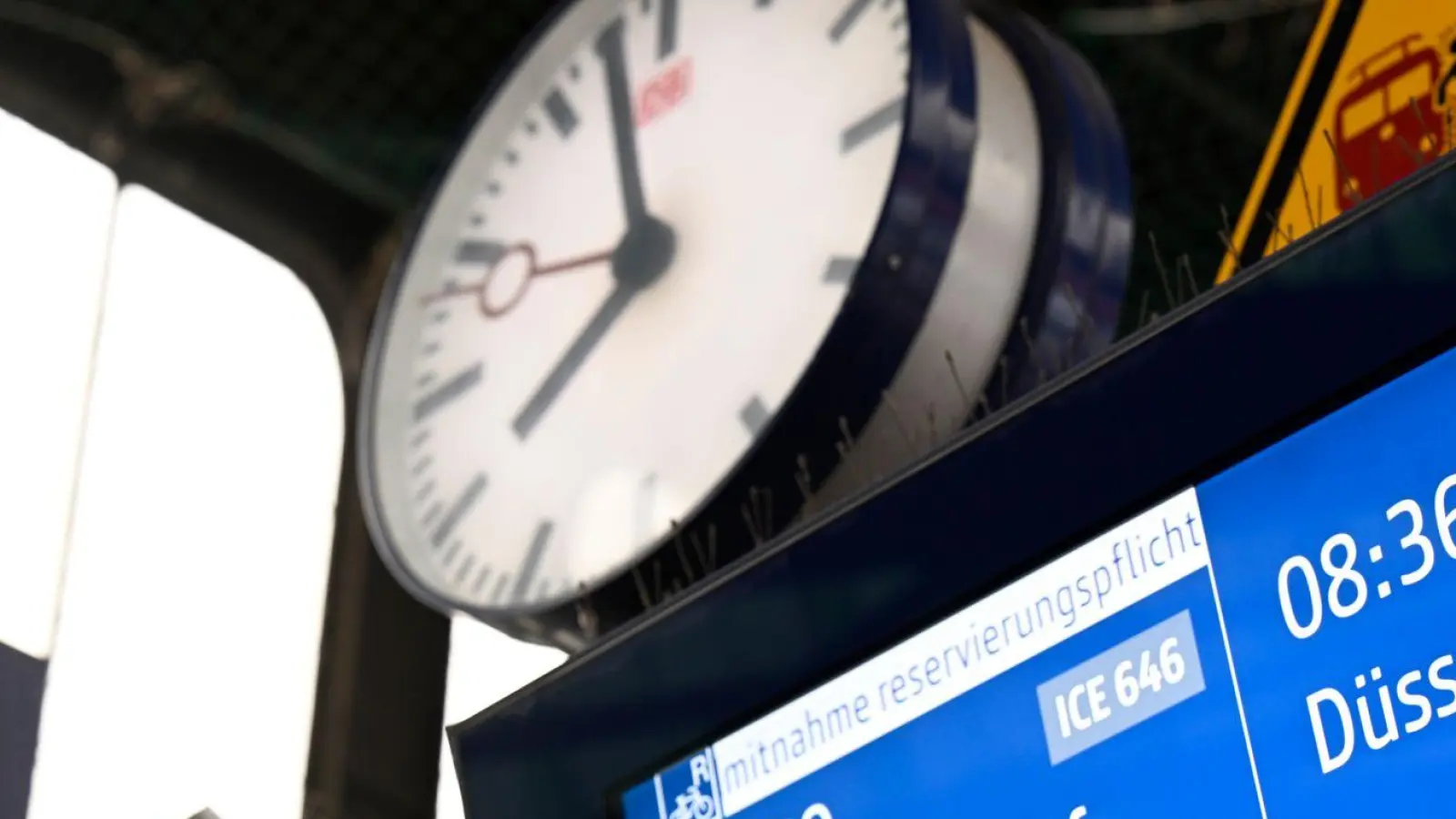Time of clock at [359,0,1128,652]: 7:57
